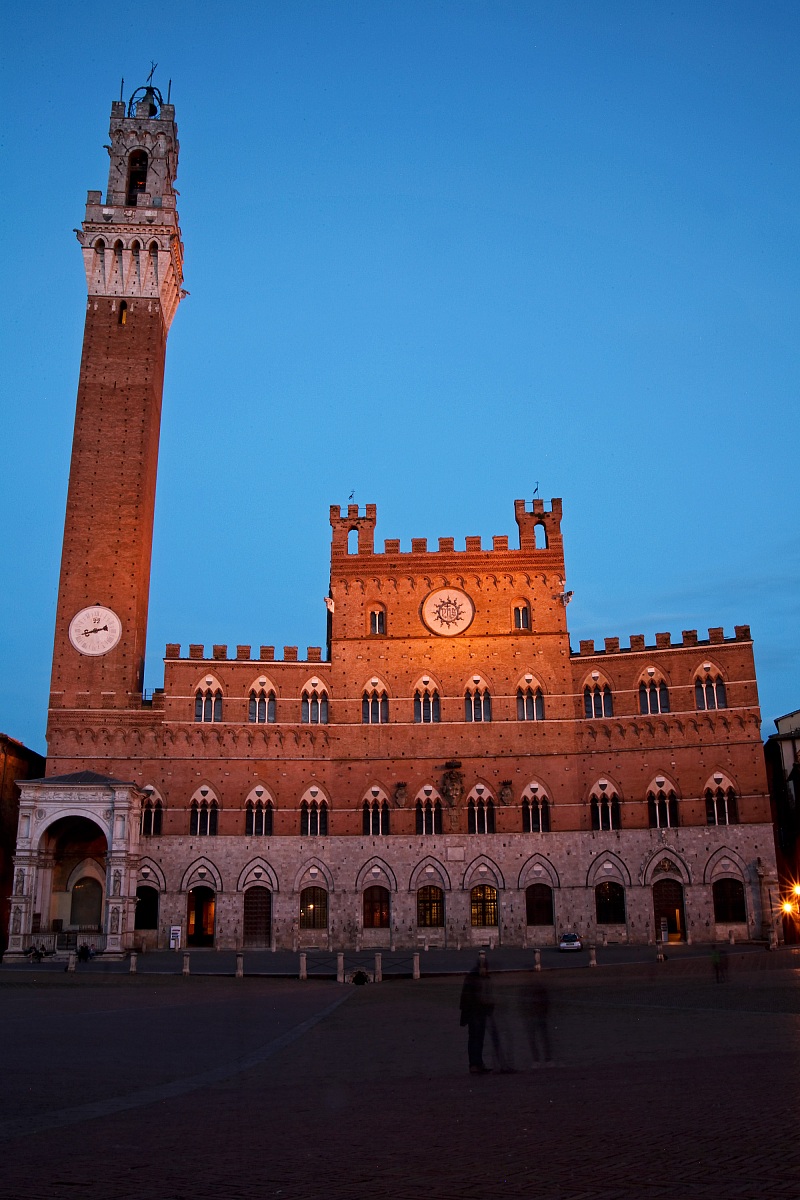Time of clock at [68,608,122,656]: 8:12
